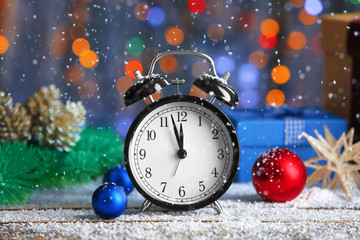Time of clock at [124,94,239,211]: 11:57
